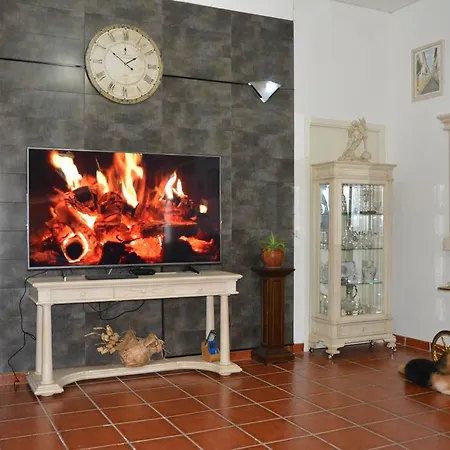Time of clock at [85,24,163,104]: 1:50
